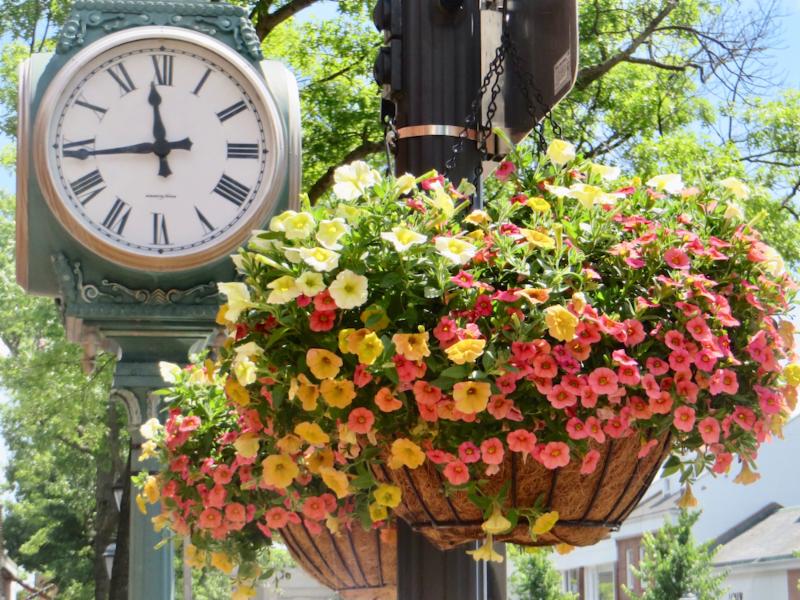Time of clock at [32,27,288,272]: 11:43
